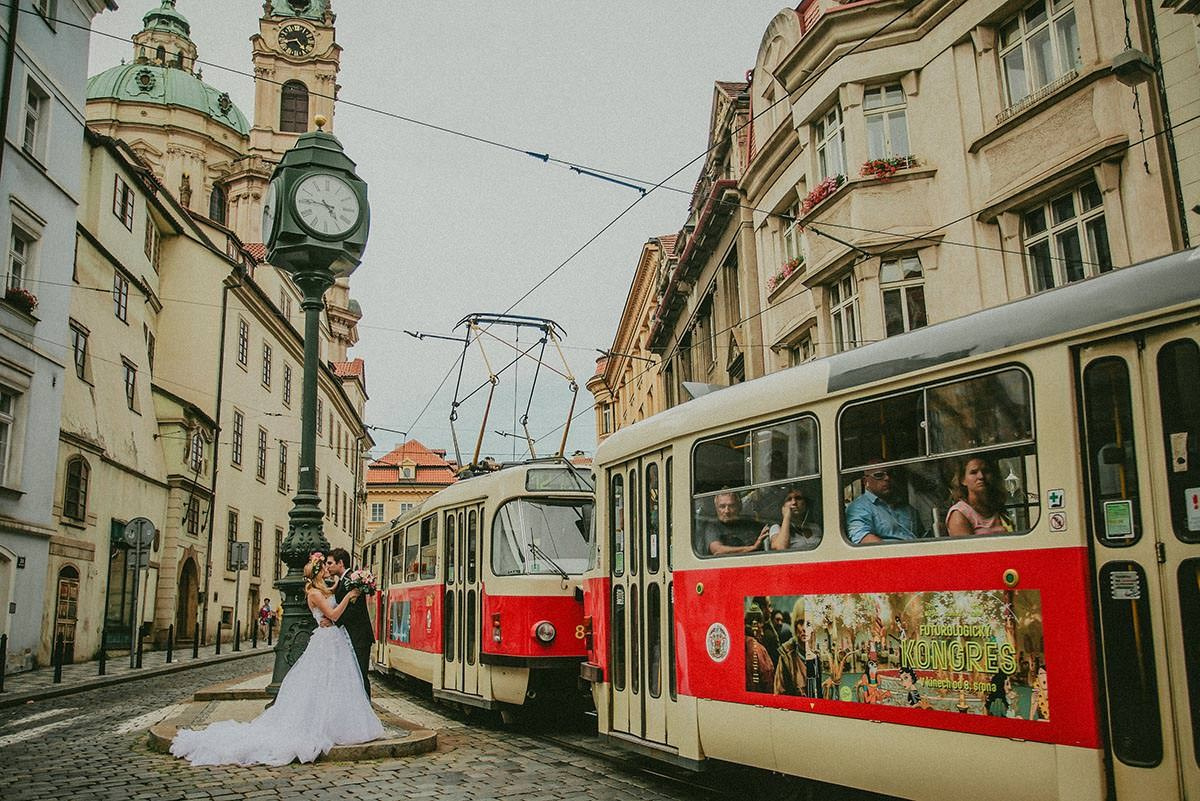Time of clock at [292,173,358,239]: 4:45
